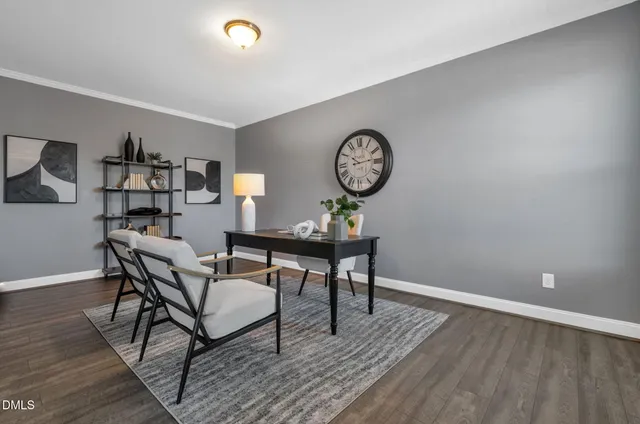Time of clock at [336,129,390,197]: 10:13
